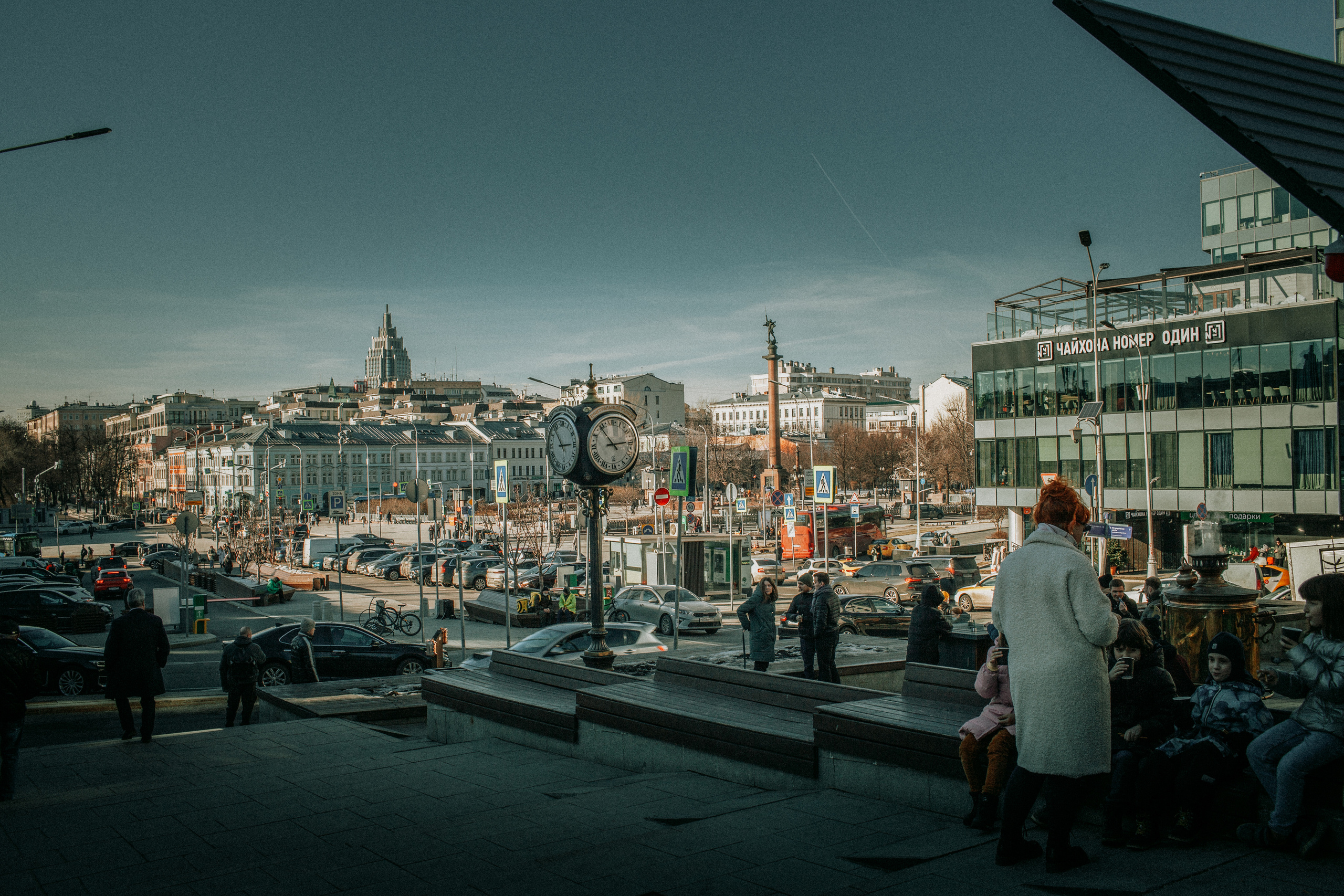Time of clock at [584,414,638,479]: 2:54
